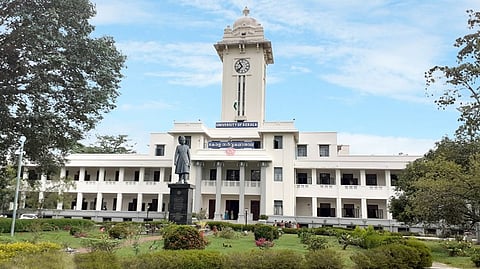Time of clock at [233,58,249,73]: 10:37
